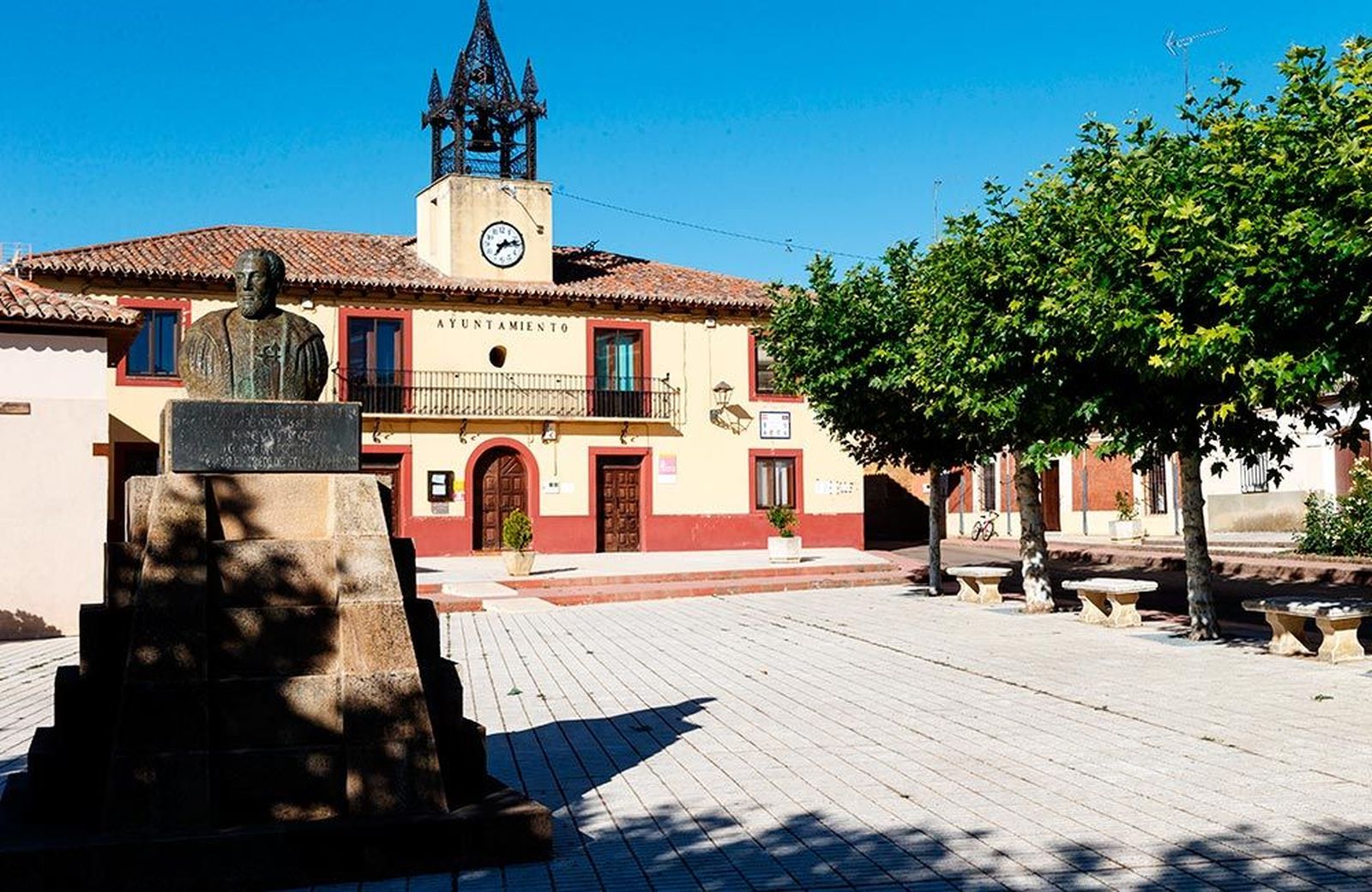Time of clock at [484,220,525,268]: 7:12
